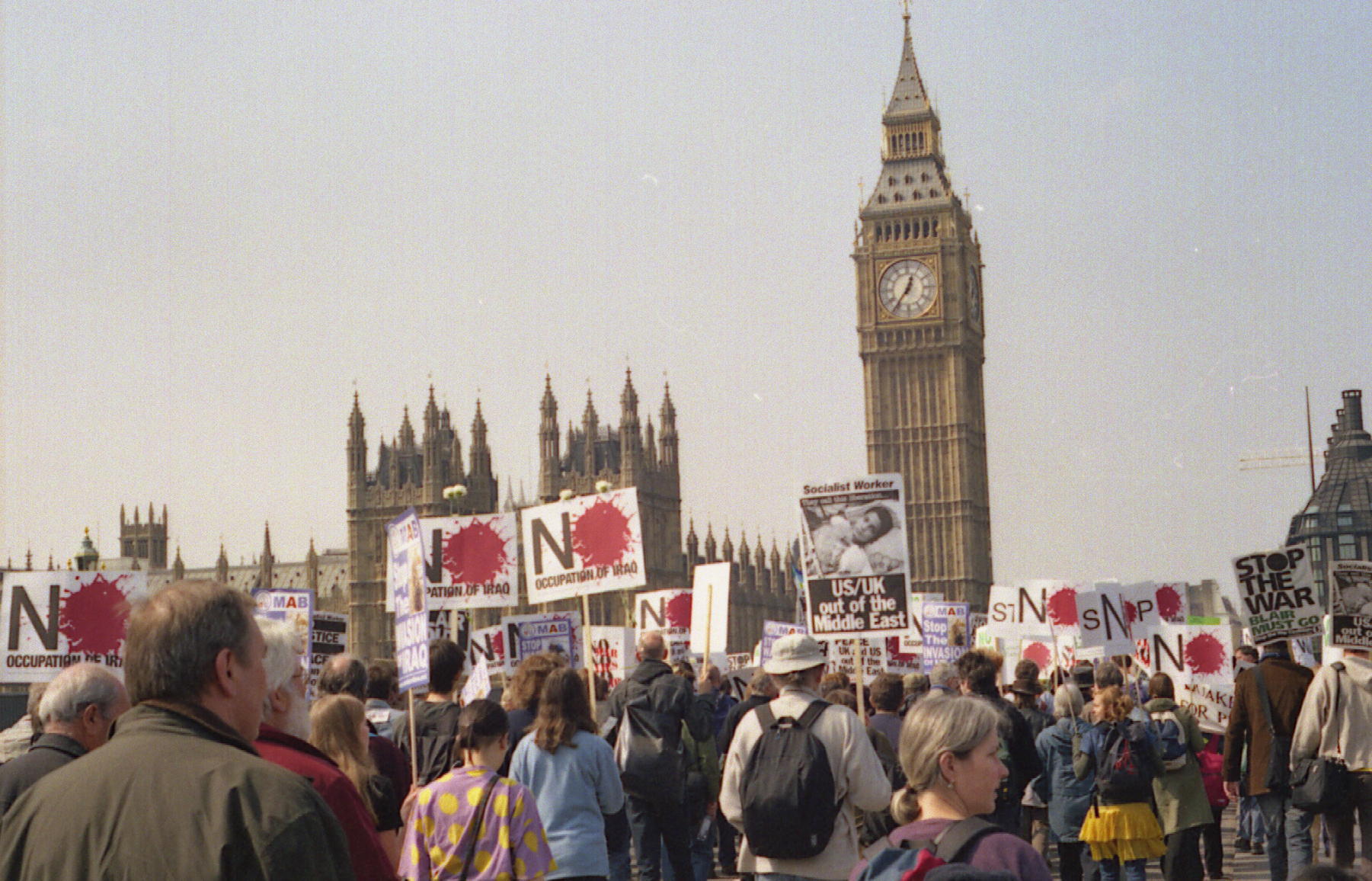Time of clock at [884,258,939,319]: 12:36
